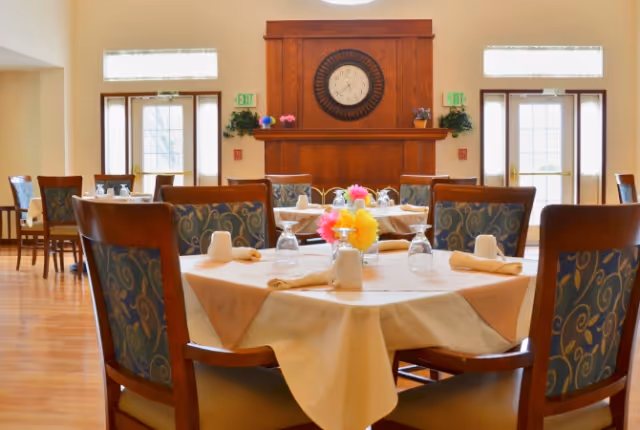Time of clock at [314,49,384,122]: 7:37
